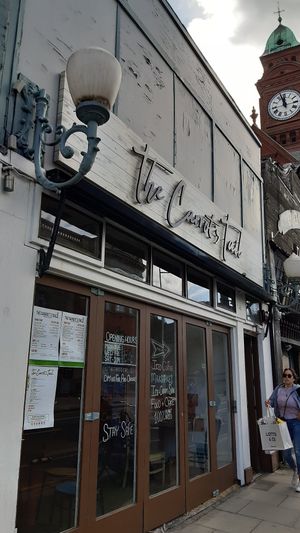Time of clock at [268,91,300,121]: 11:57
